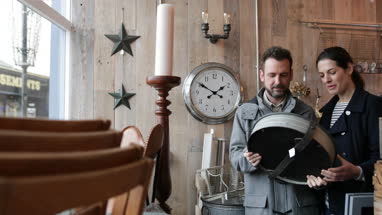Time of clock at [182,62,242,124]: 1:50
